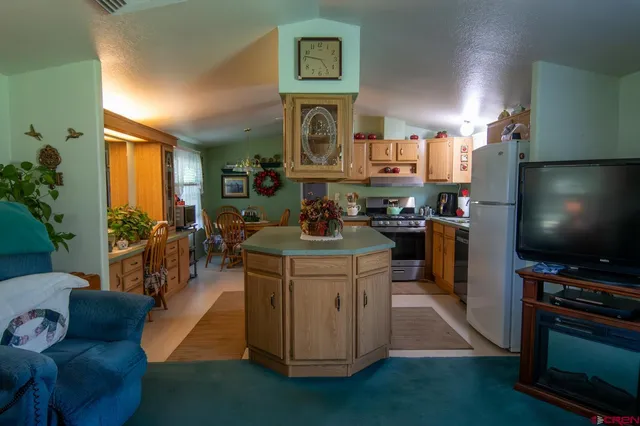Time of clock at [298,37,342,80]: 4:46
